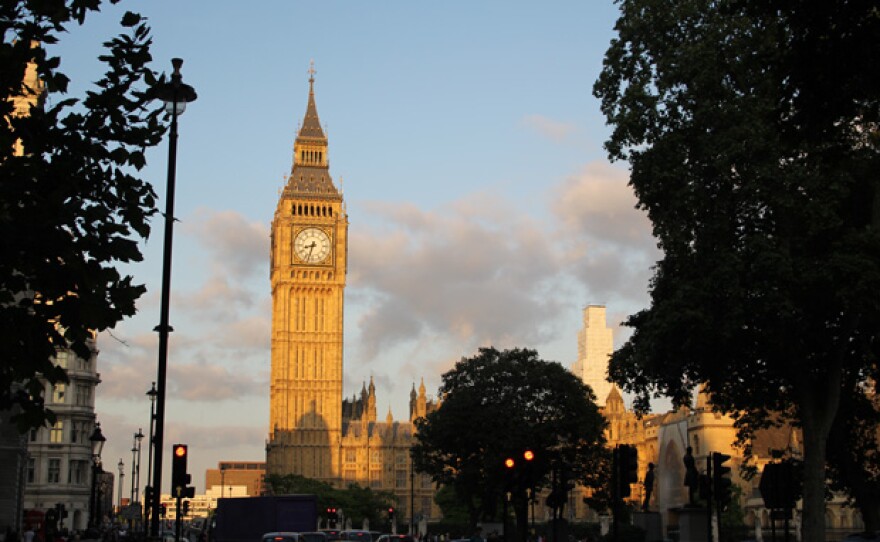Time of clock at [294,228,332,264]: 8:32
